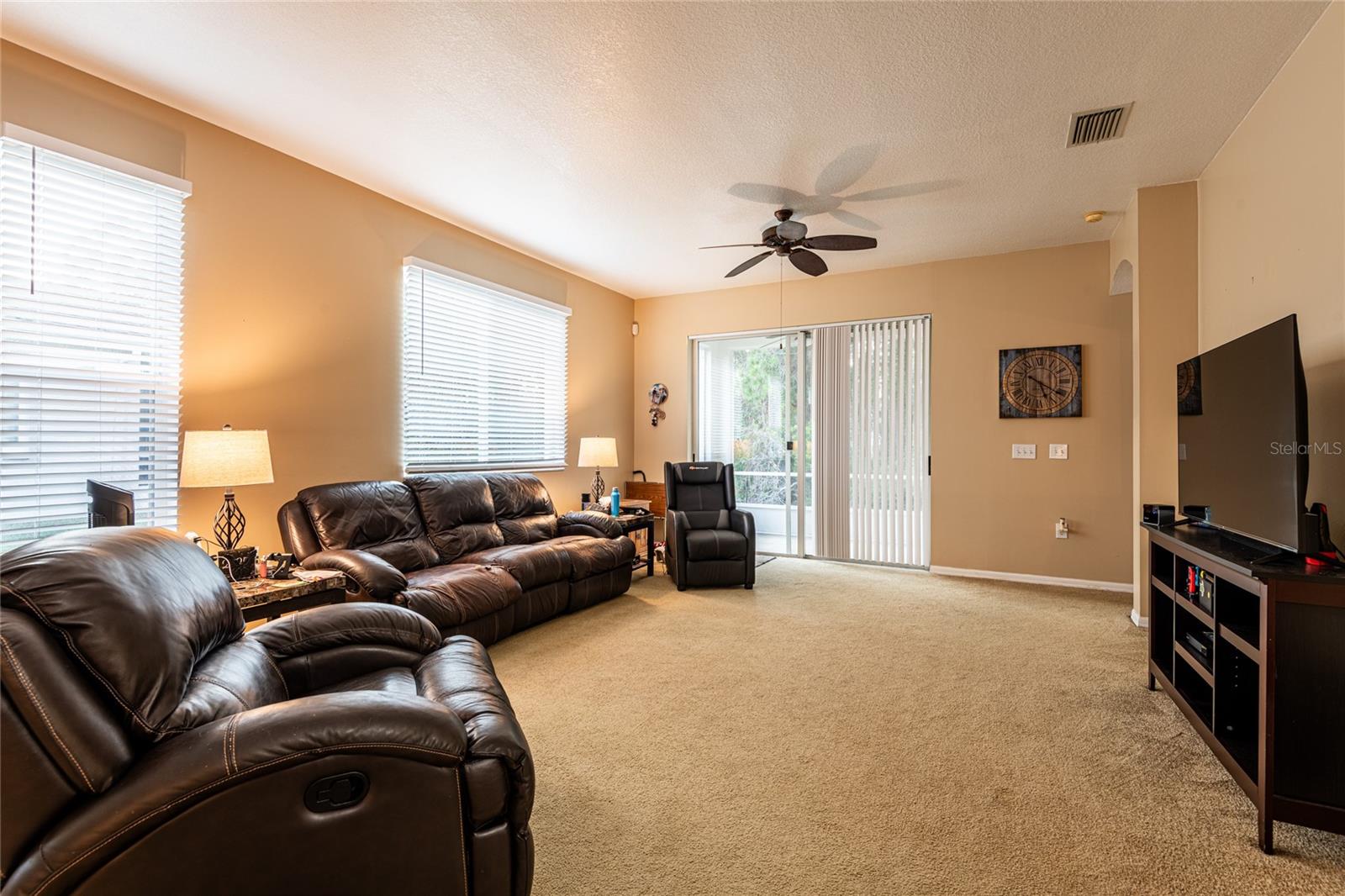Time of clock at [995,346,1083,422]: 5:20
